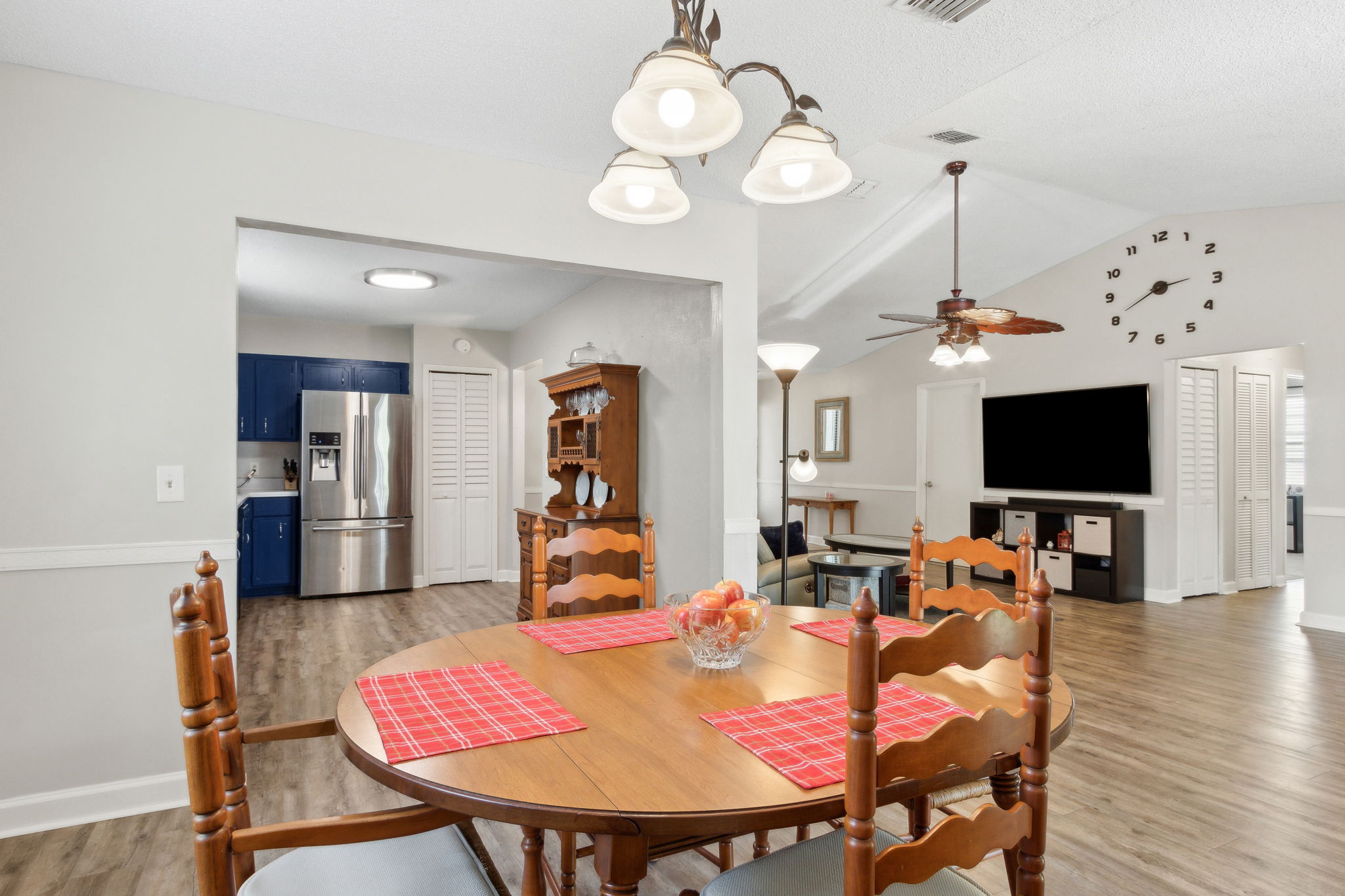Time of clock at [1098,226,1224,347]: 2:40
